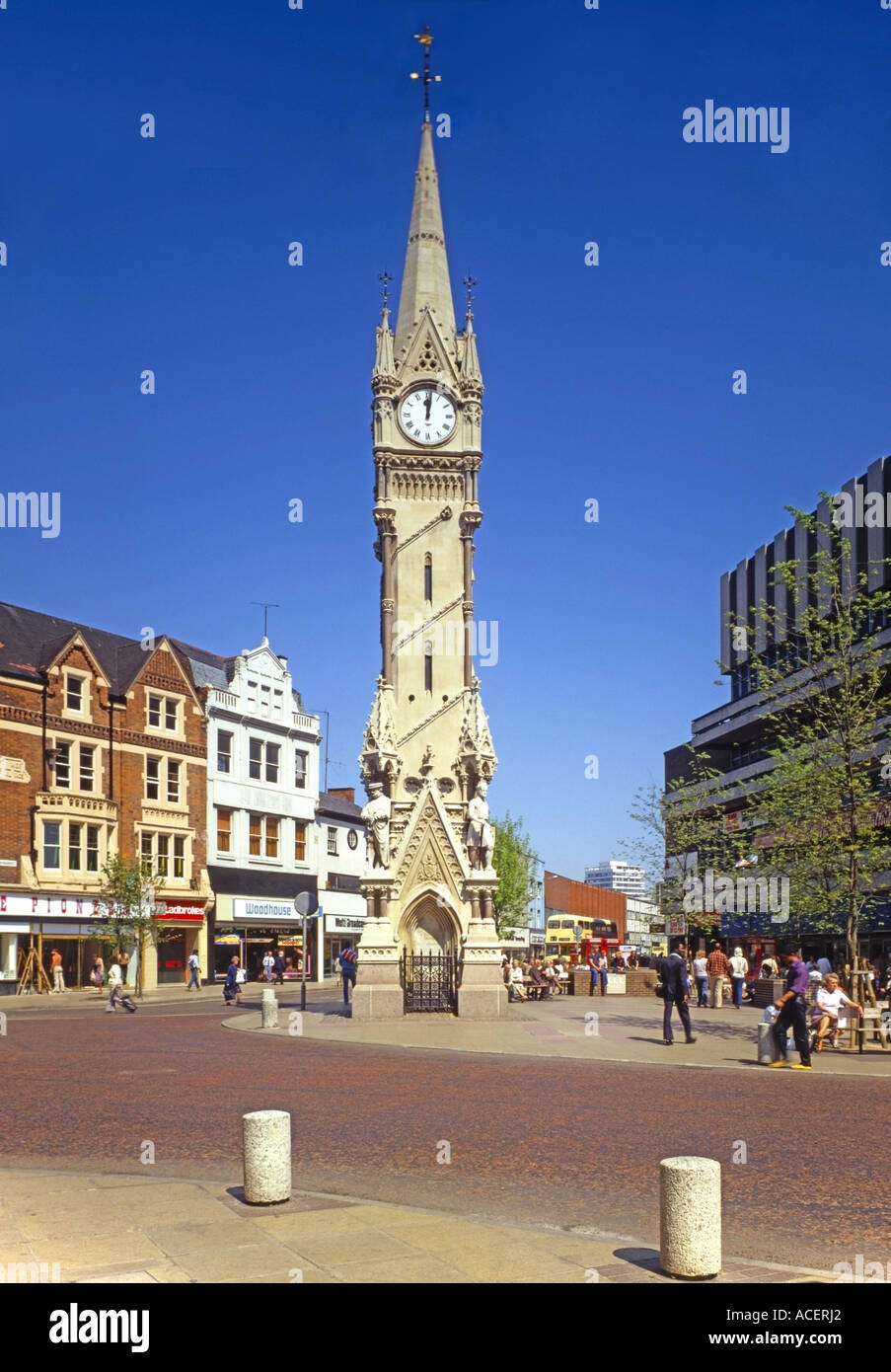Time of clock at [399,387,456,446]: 12:01
